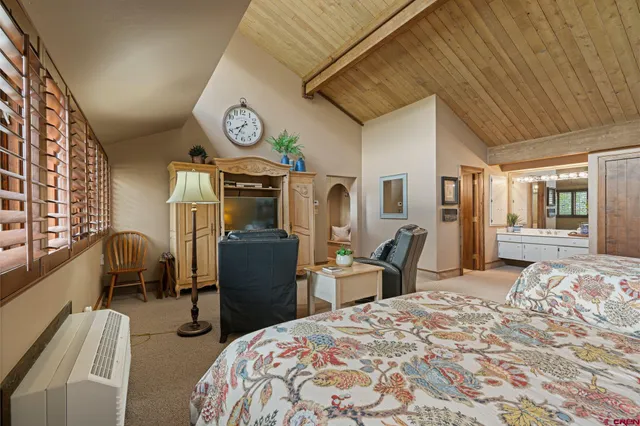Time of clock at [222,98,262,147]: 7:34
